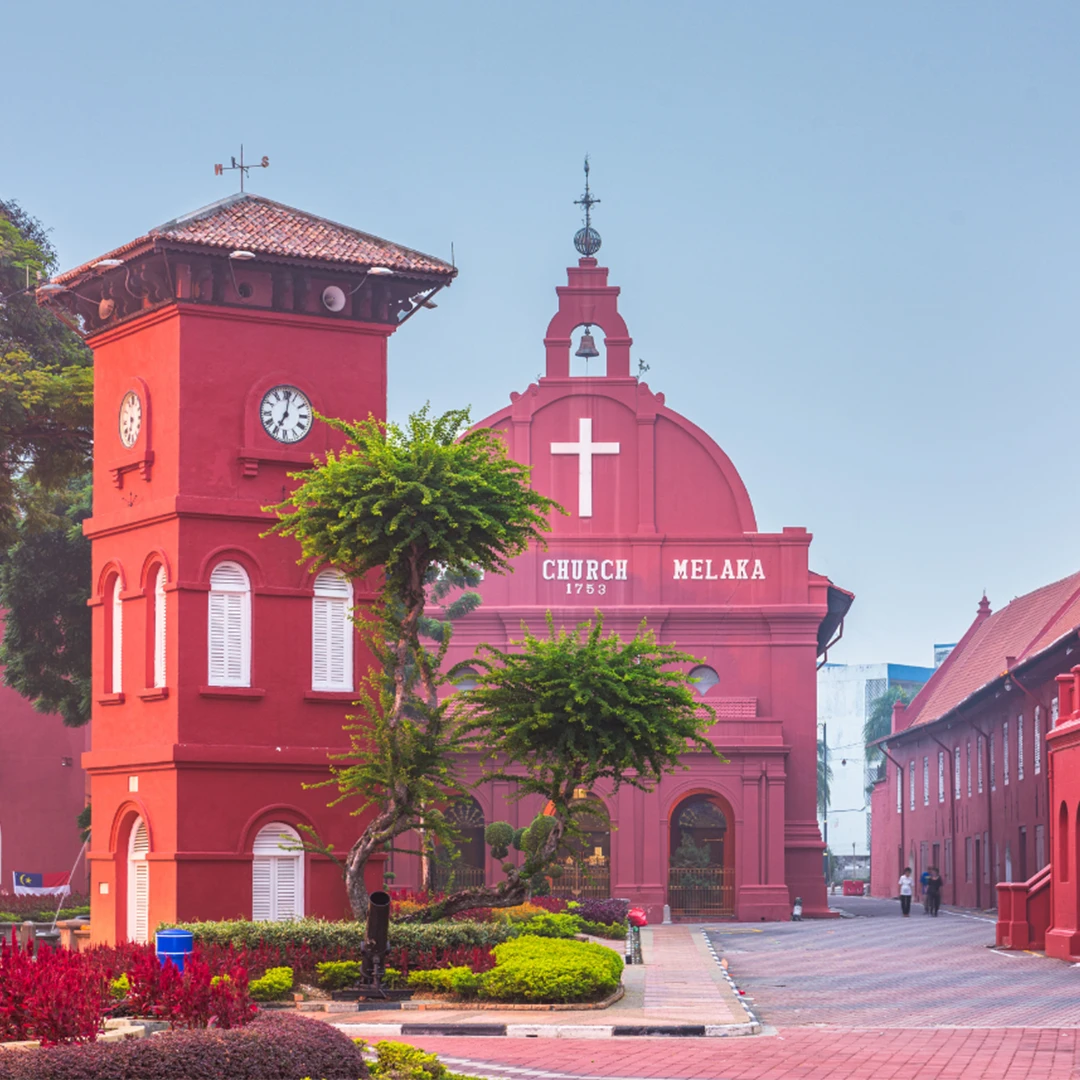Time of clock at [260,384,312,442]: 7:01
